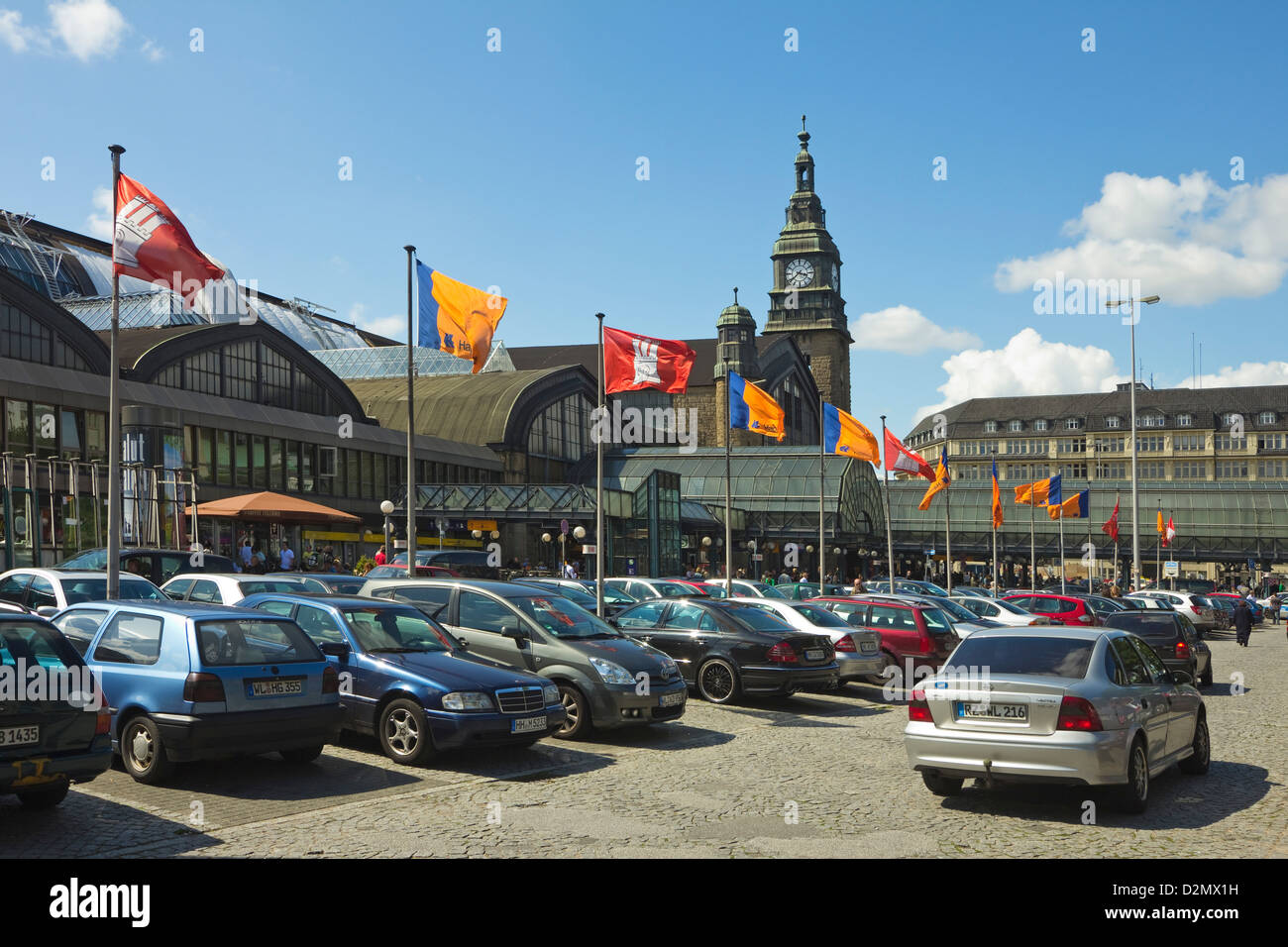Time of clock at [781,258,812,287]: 3:38
